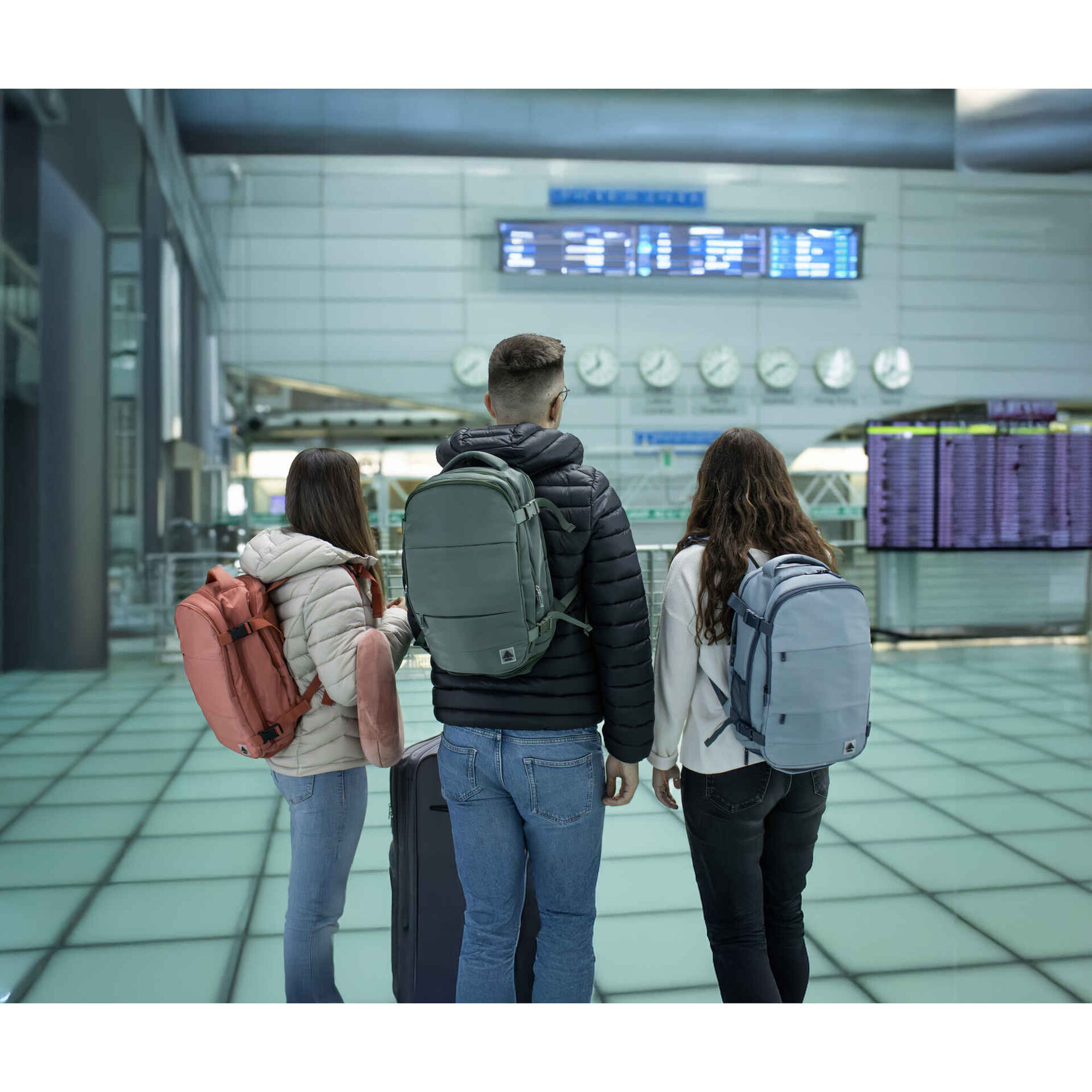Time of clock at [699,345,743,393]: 7:37
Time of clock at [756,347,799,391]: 2:38
